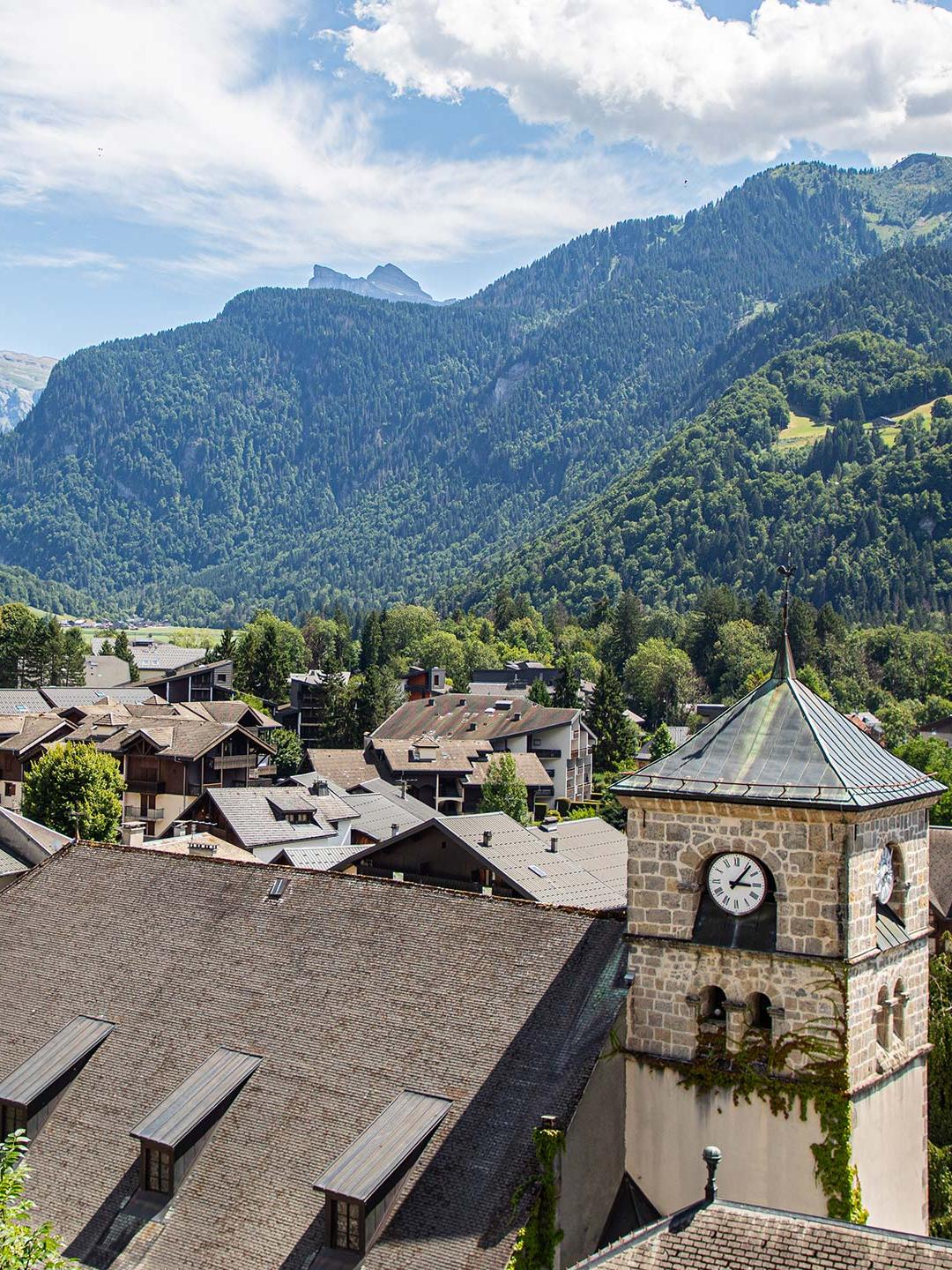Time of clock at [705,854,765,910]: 3:06
